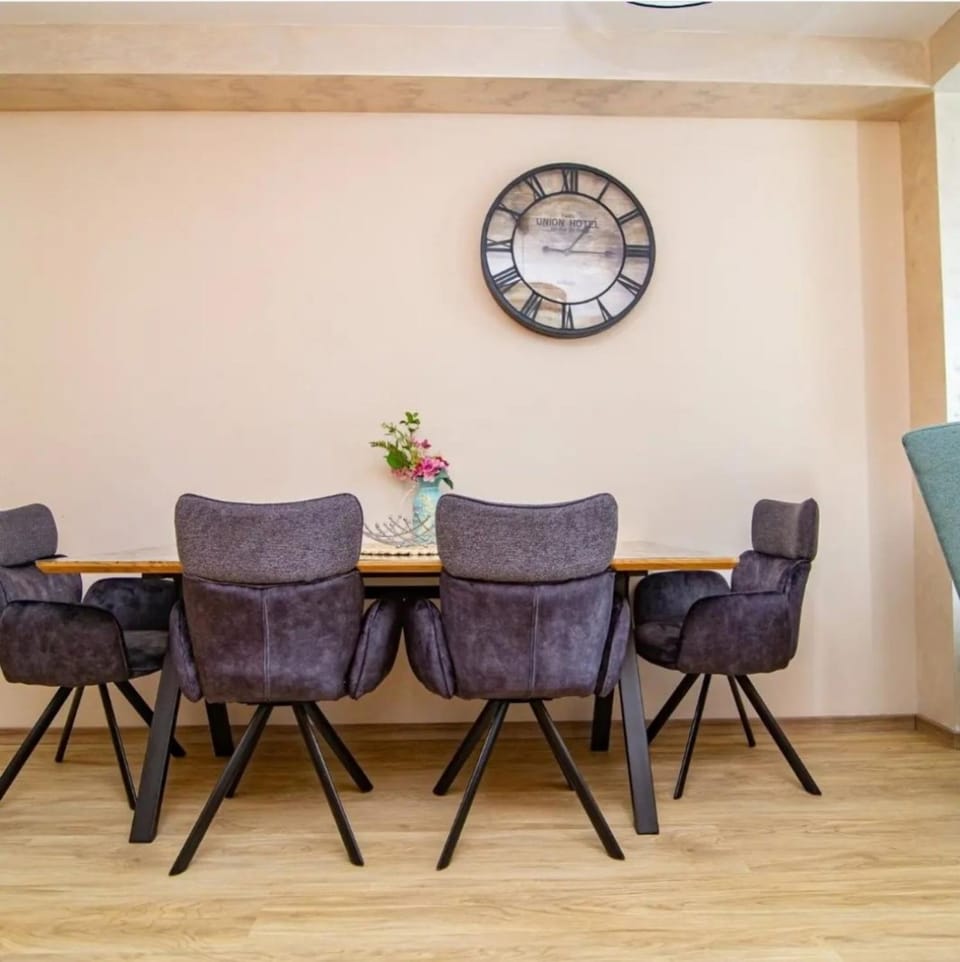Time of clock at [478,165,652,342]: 1:15
